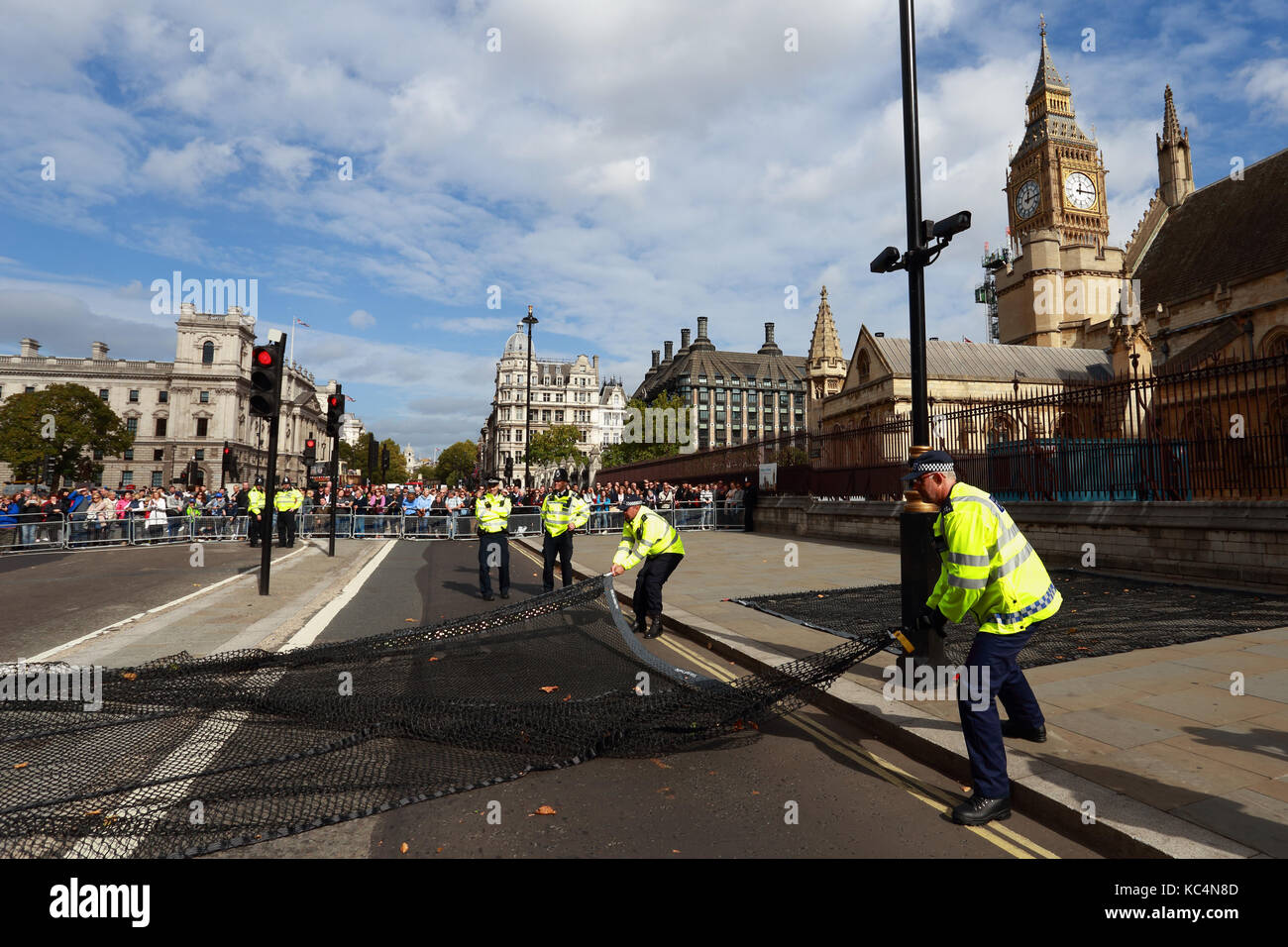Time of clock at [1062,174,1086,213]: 12:14
